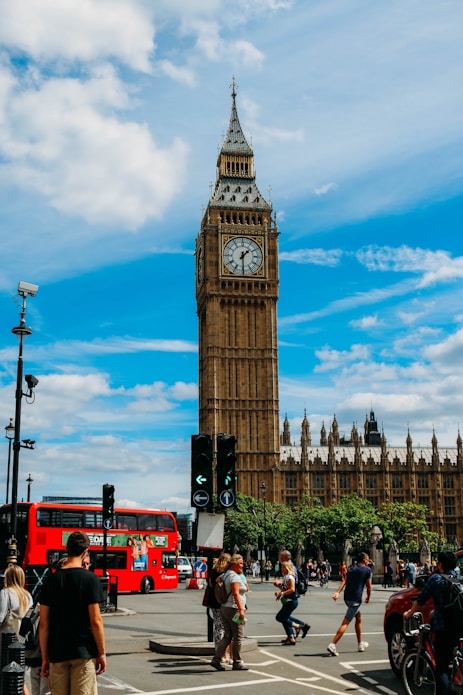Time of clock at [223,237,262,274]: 1:29
